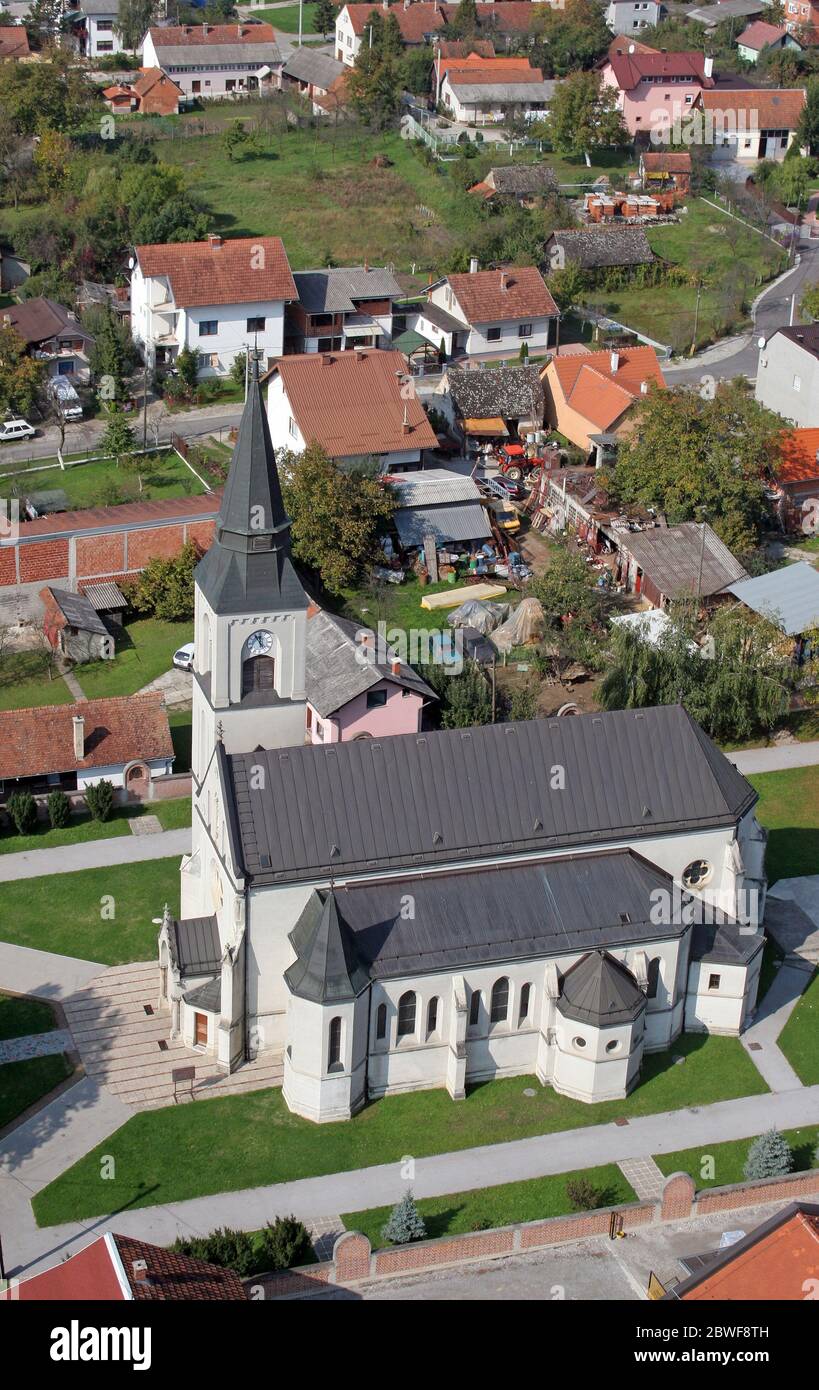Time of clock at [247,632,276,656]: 11:54
